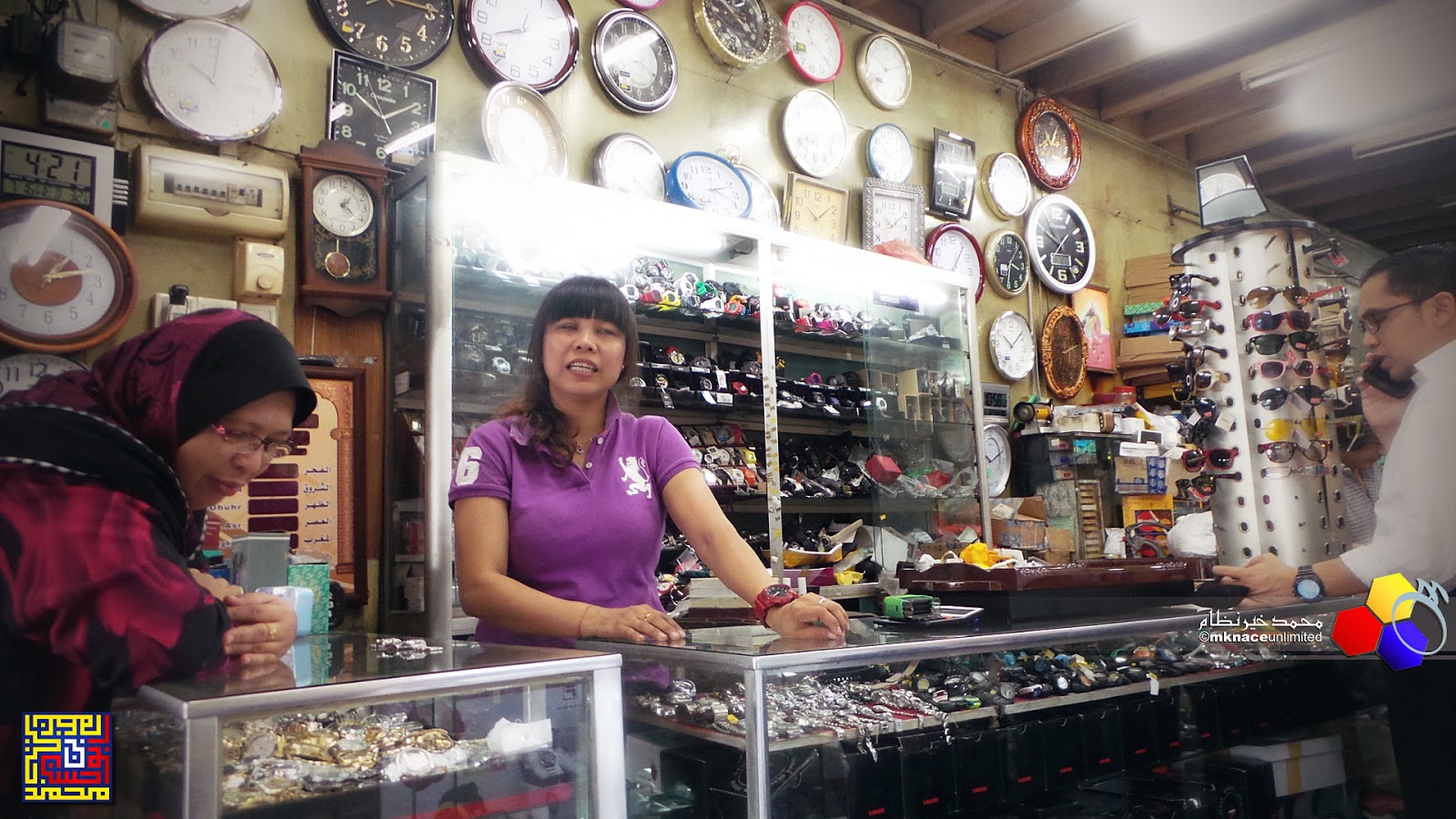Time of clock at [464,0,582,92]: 12:40
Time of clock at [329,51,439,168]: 10:09
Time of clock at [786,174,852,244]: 10:08
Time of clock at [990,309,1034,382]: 10:07
